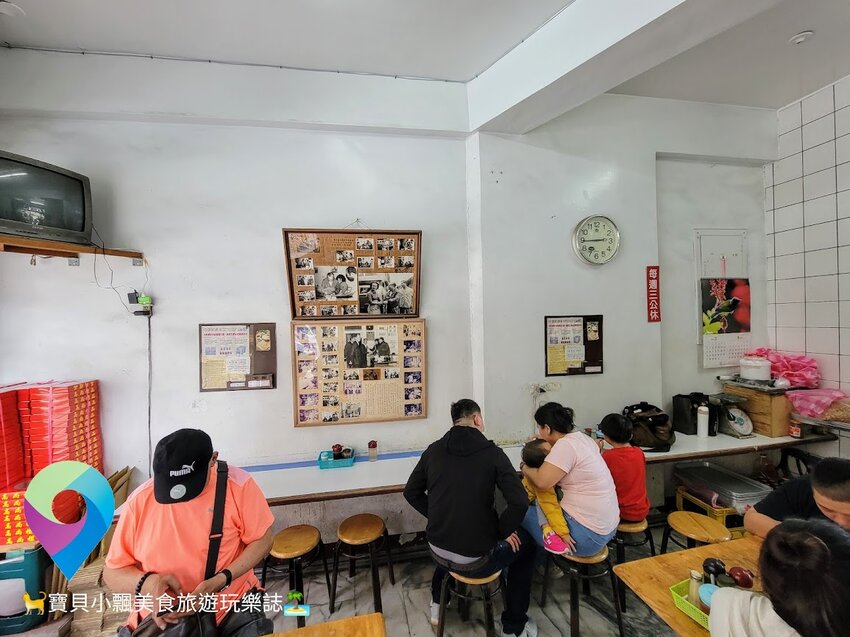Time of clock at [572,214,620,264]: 2:44
